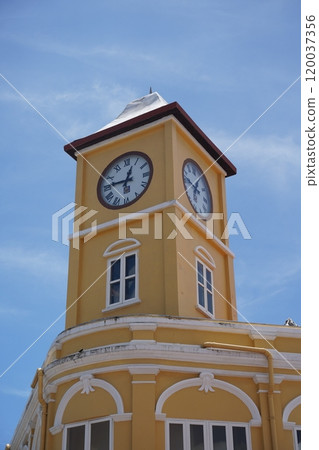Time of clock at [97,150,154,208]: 12:46
